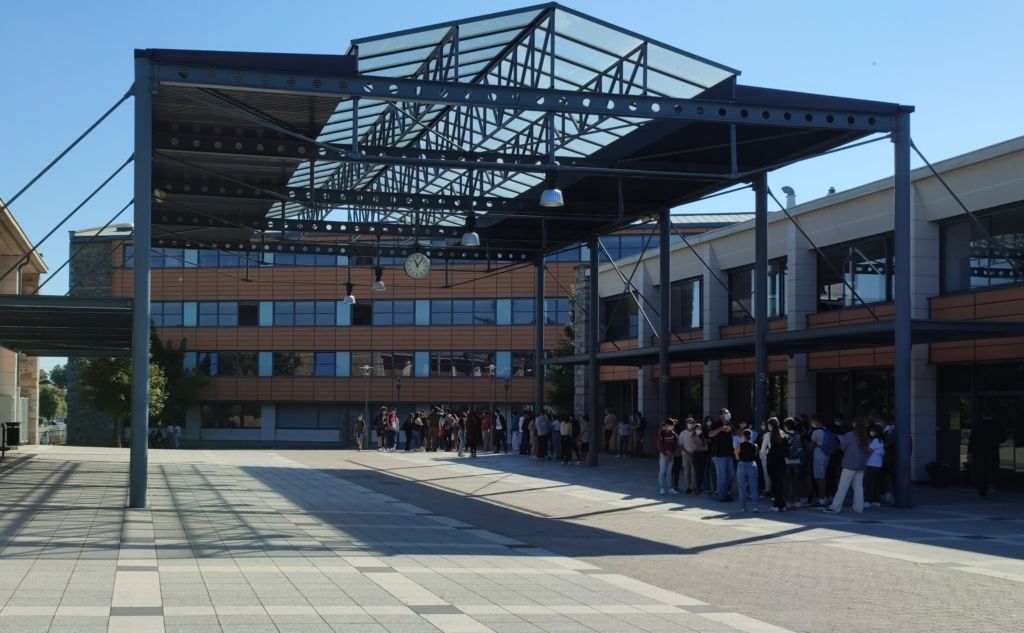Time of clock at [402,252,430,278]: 11:06
